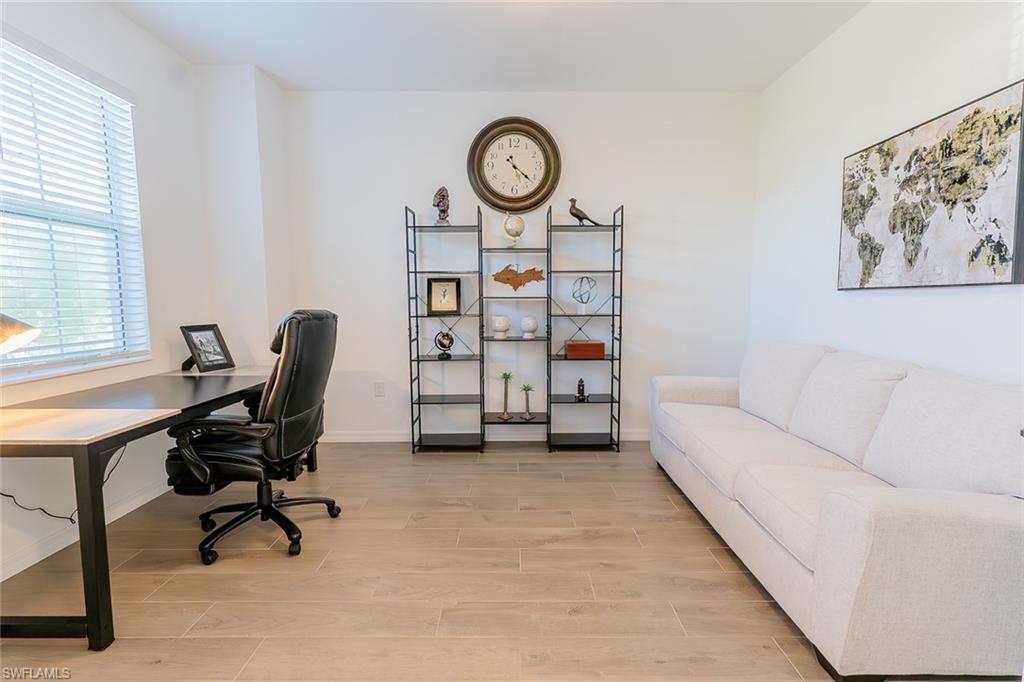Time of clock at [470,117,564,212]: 4:21
